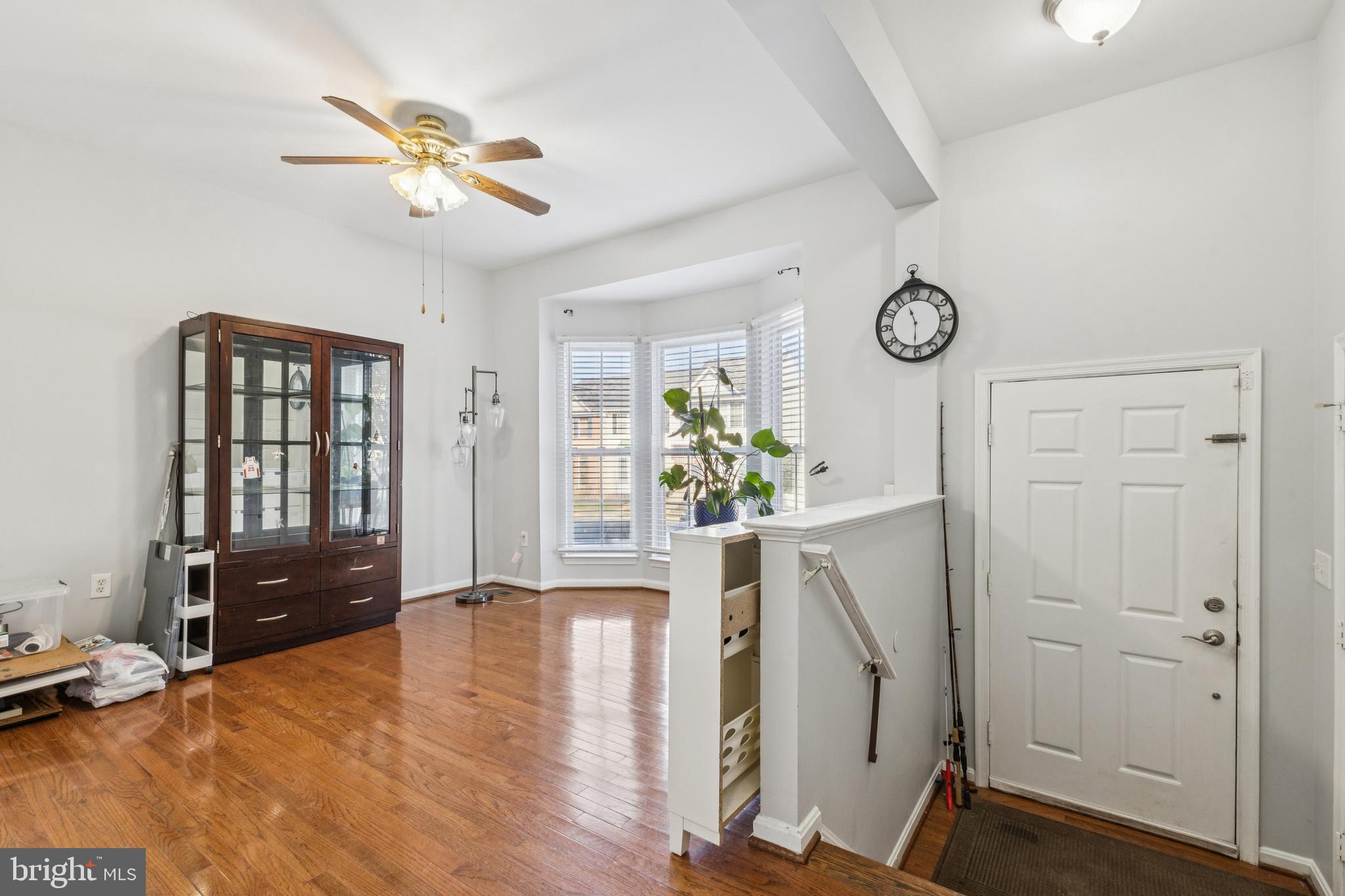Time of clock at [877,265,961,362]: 11:30
